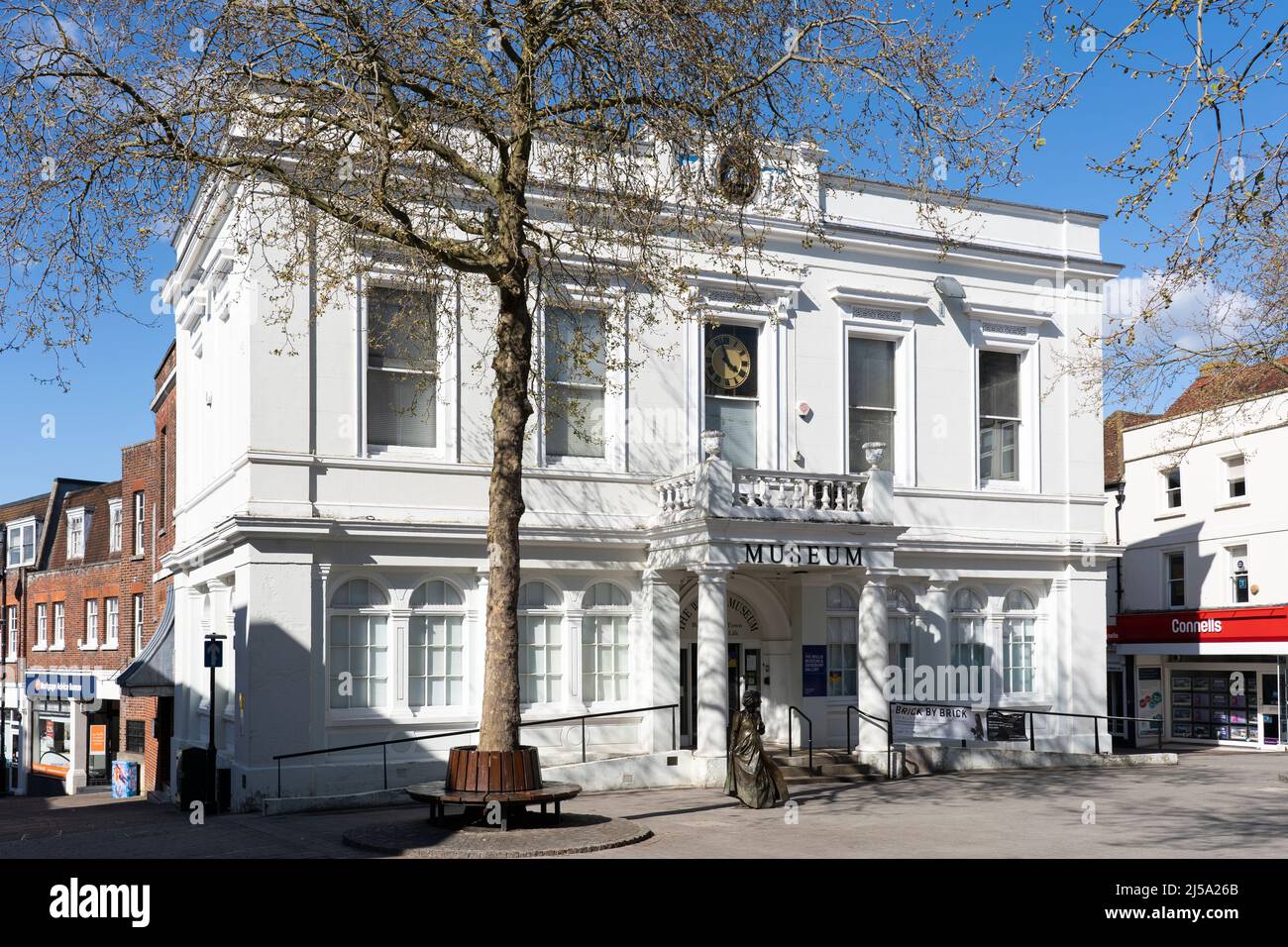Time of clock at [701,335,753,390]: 11:21
